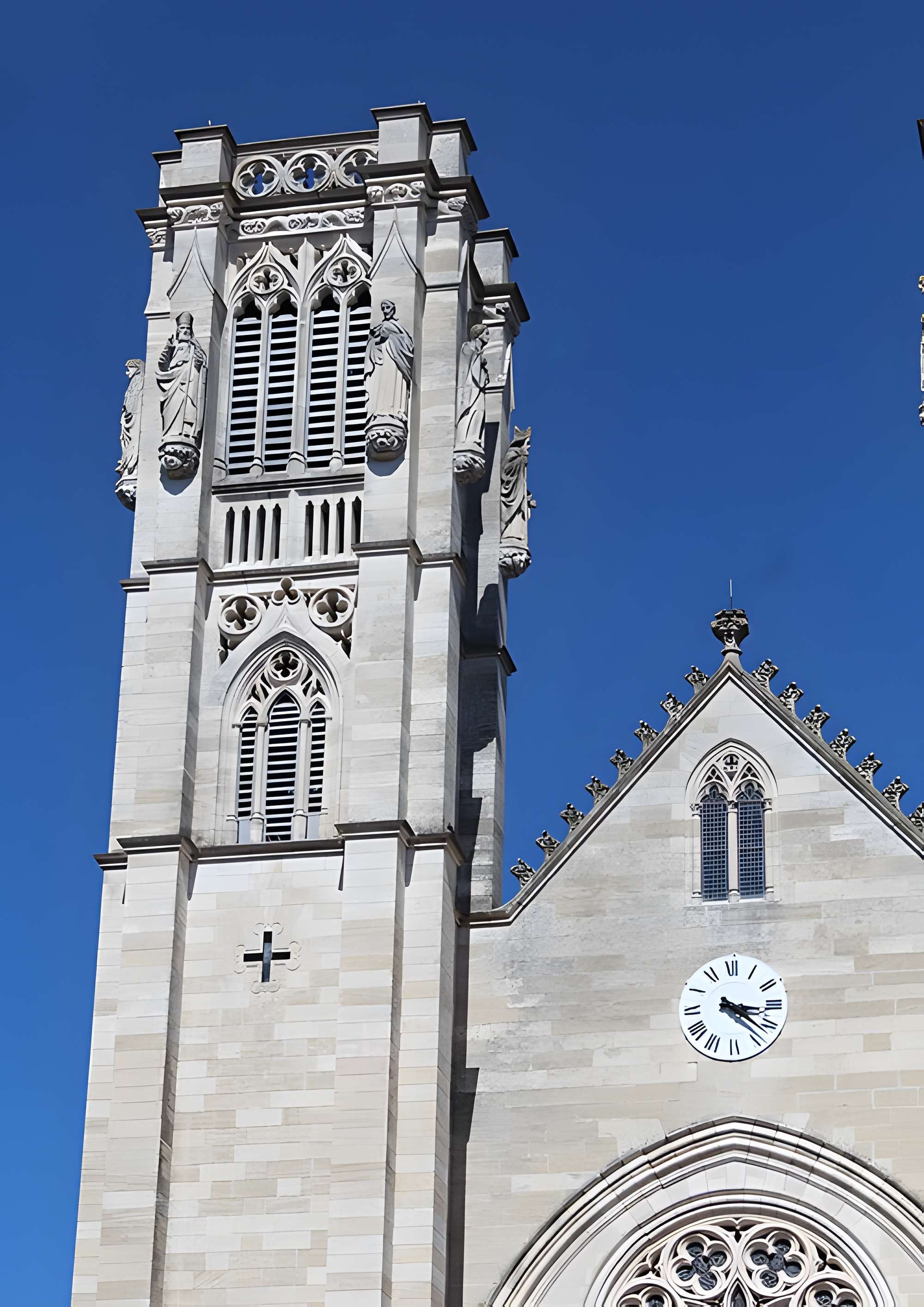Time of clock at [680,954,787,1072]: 3:21
